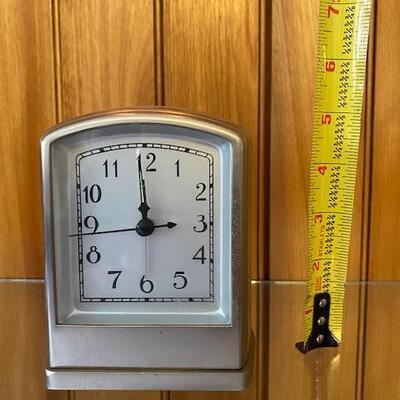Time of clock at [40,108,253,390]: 2:59
